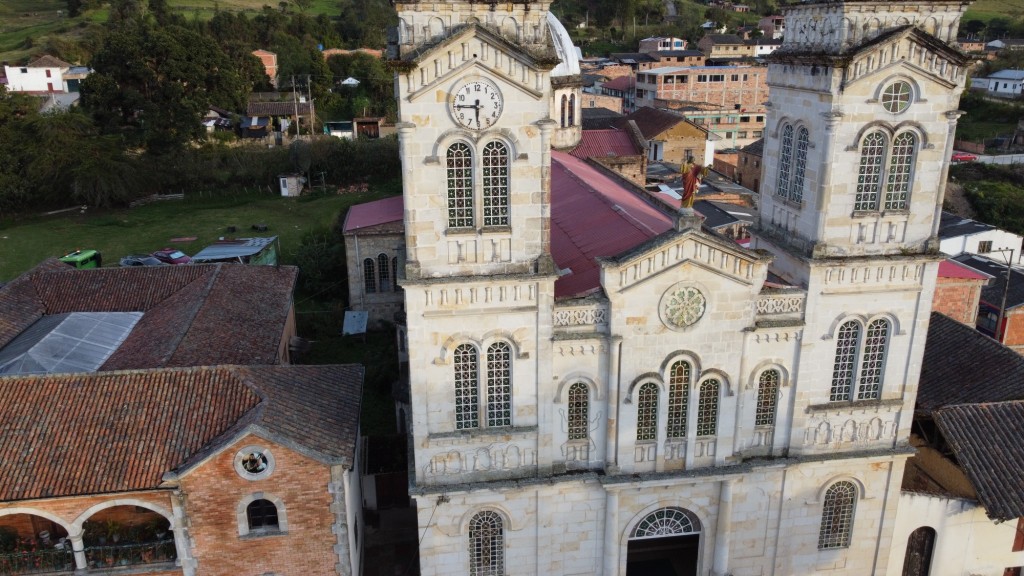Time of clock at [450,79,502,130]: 5:45
